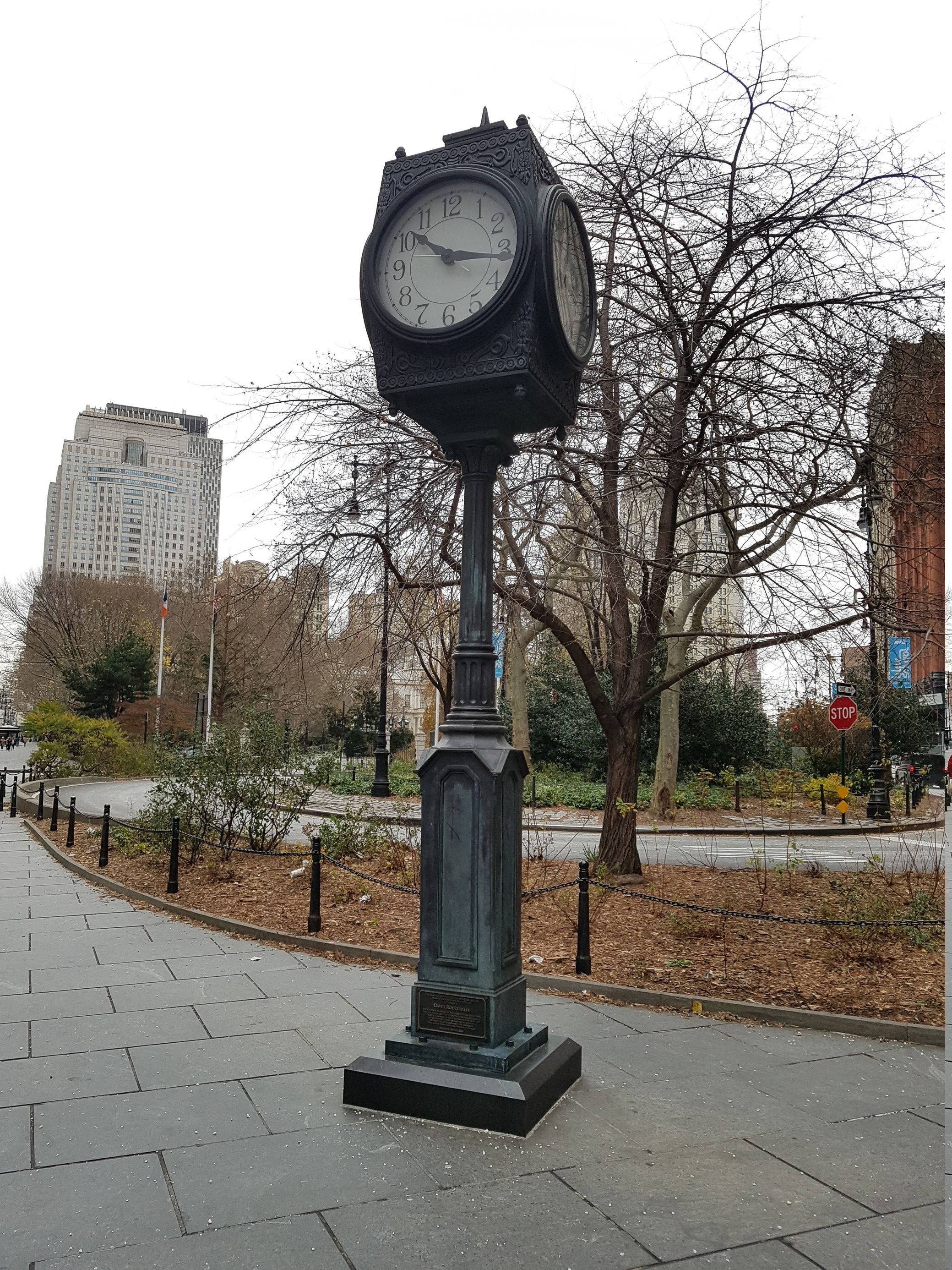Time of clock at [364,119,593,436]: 10:17
